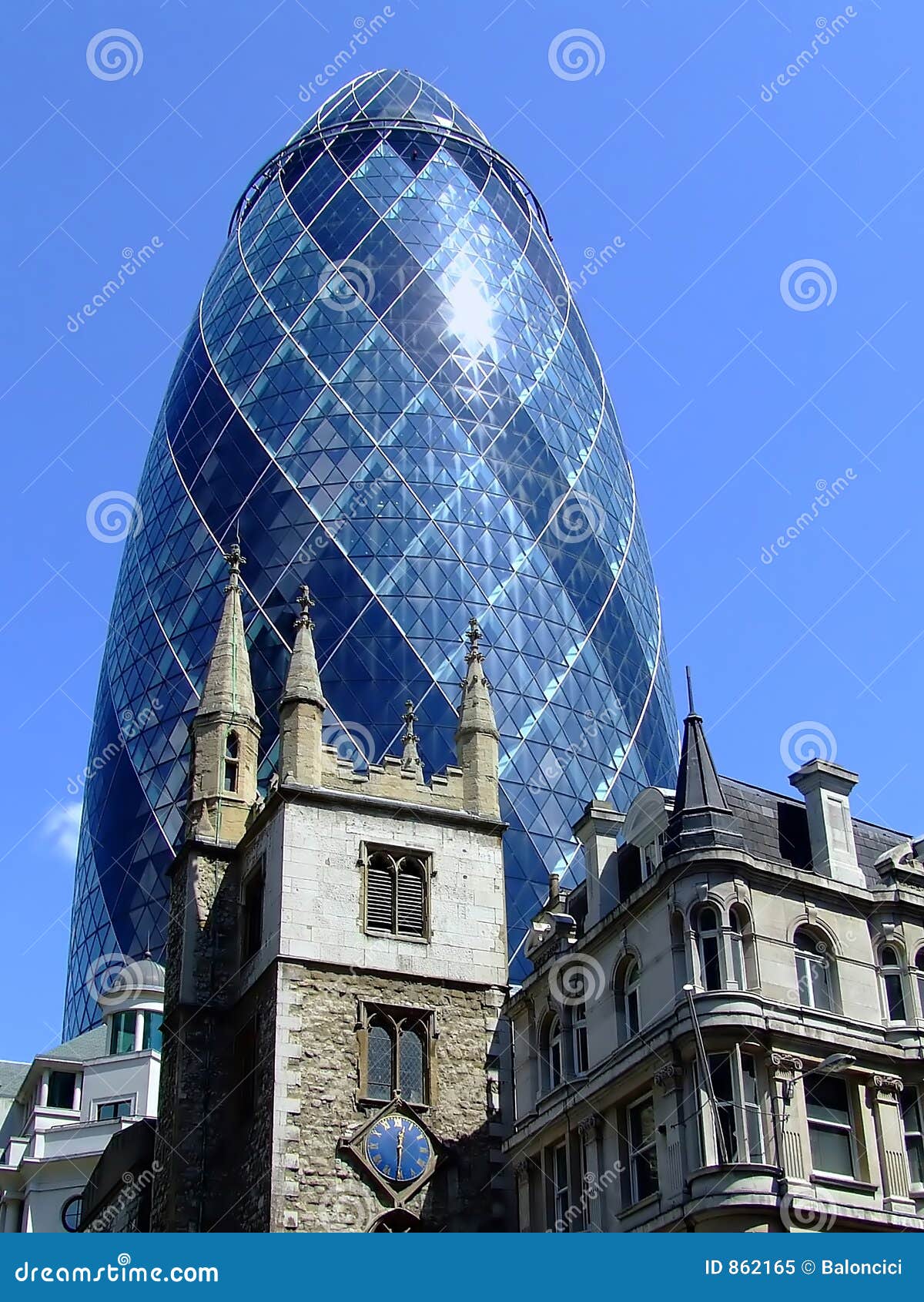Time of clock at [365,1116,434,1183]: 12:30
